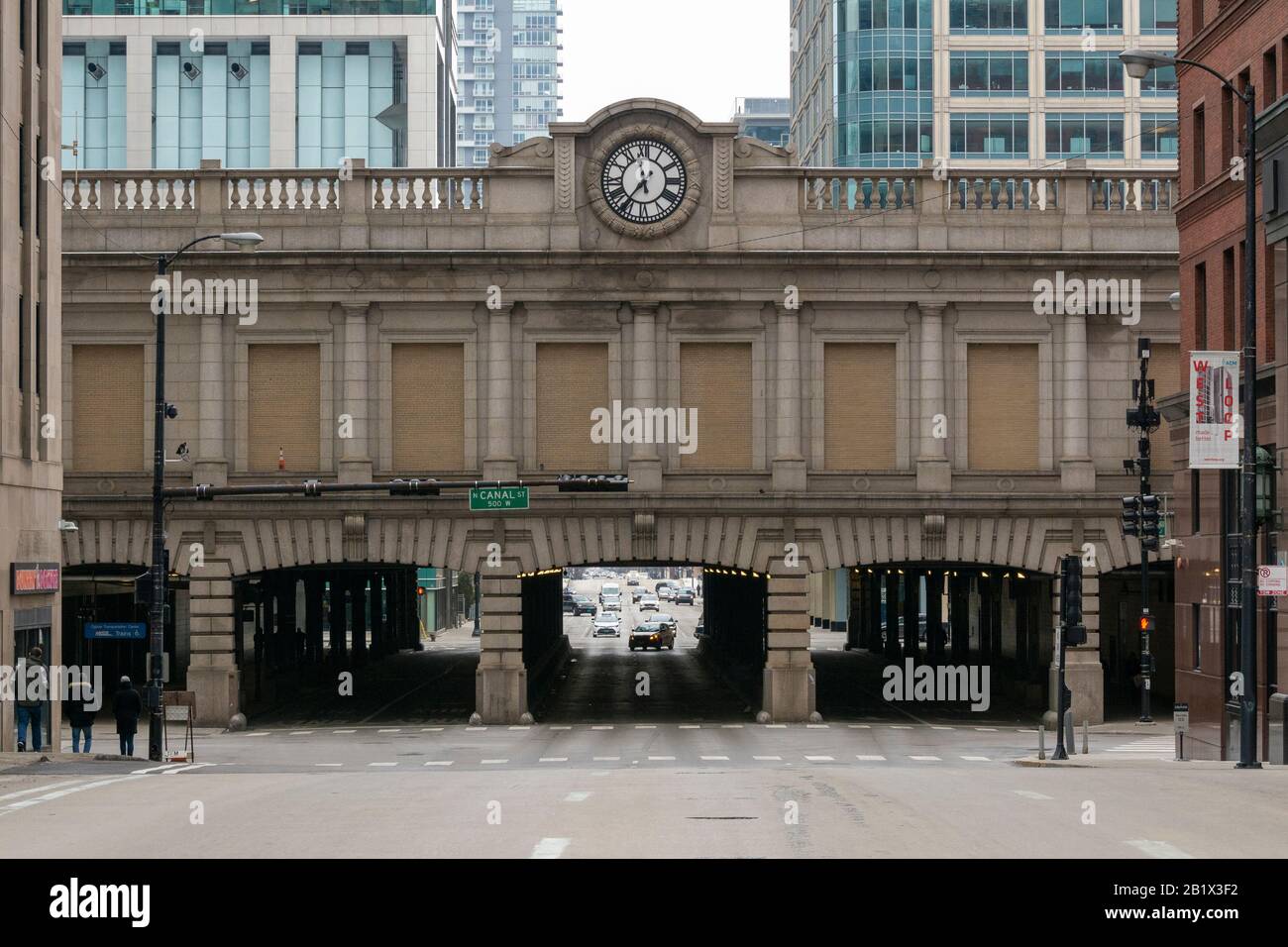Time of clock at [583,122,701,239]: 11:35
